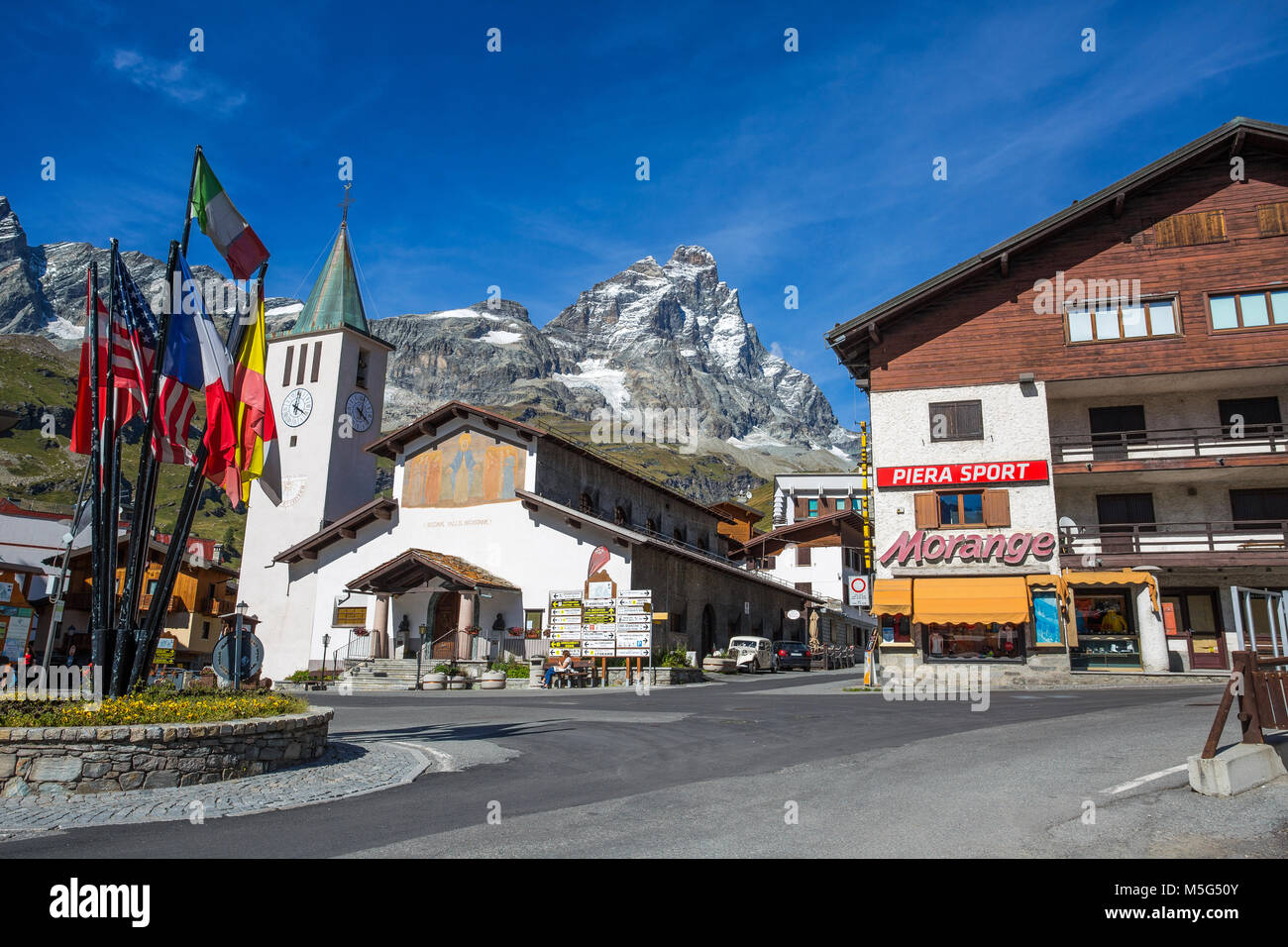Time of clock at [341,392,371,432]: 4:02
